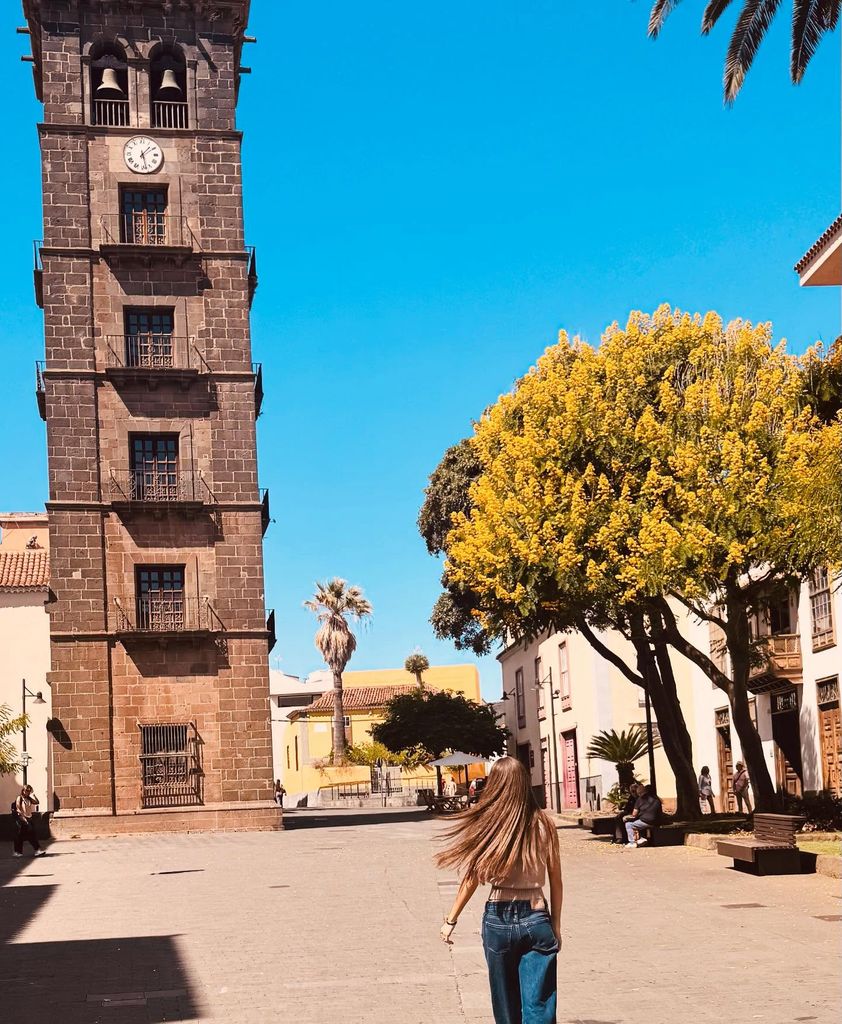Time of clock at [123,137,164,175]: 1:27
